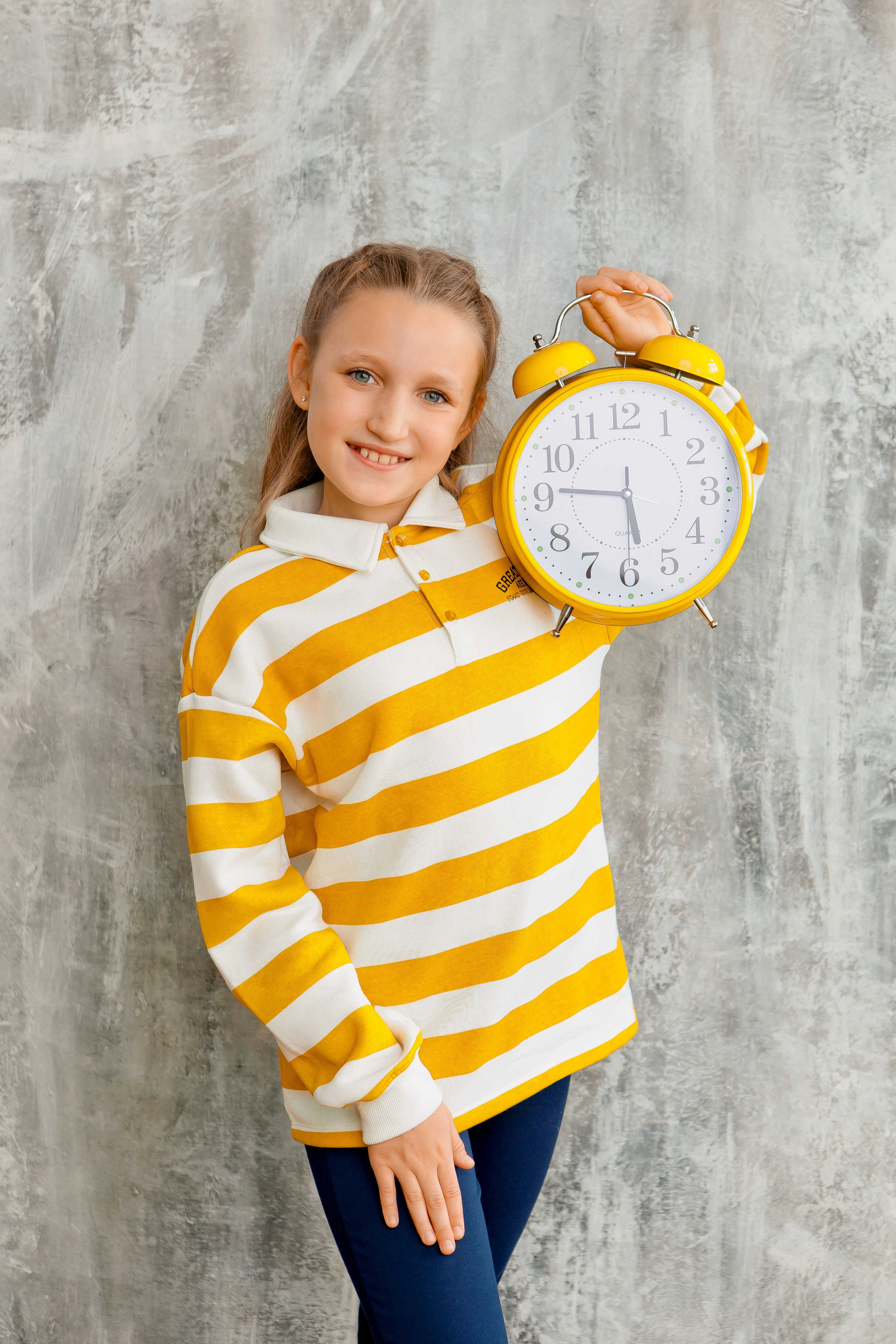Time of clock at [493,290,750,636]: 5:45
